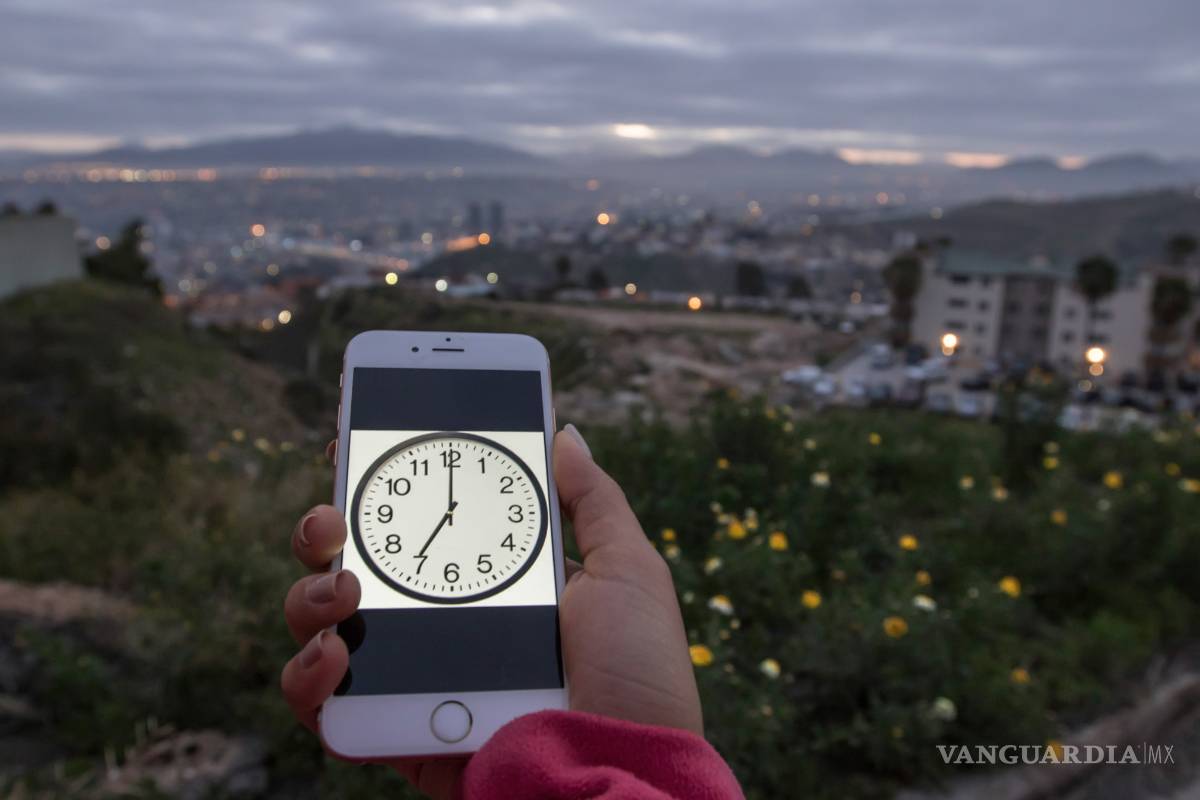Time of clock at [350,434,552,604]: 7:00
